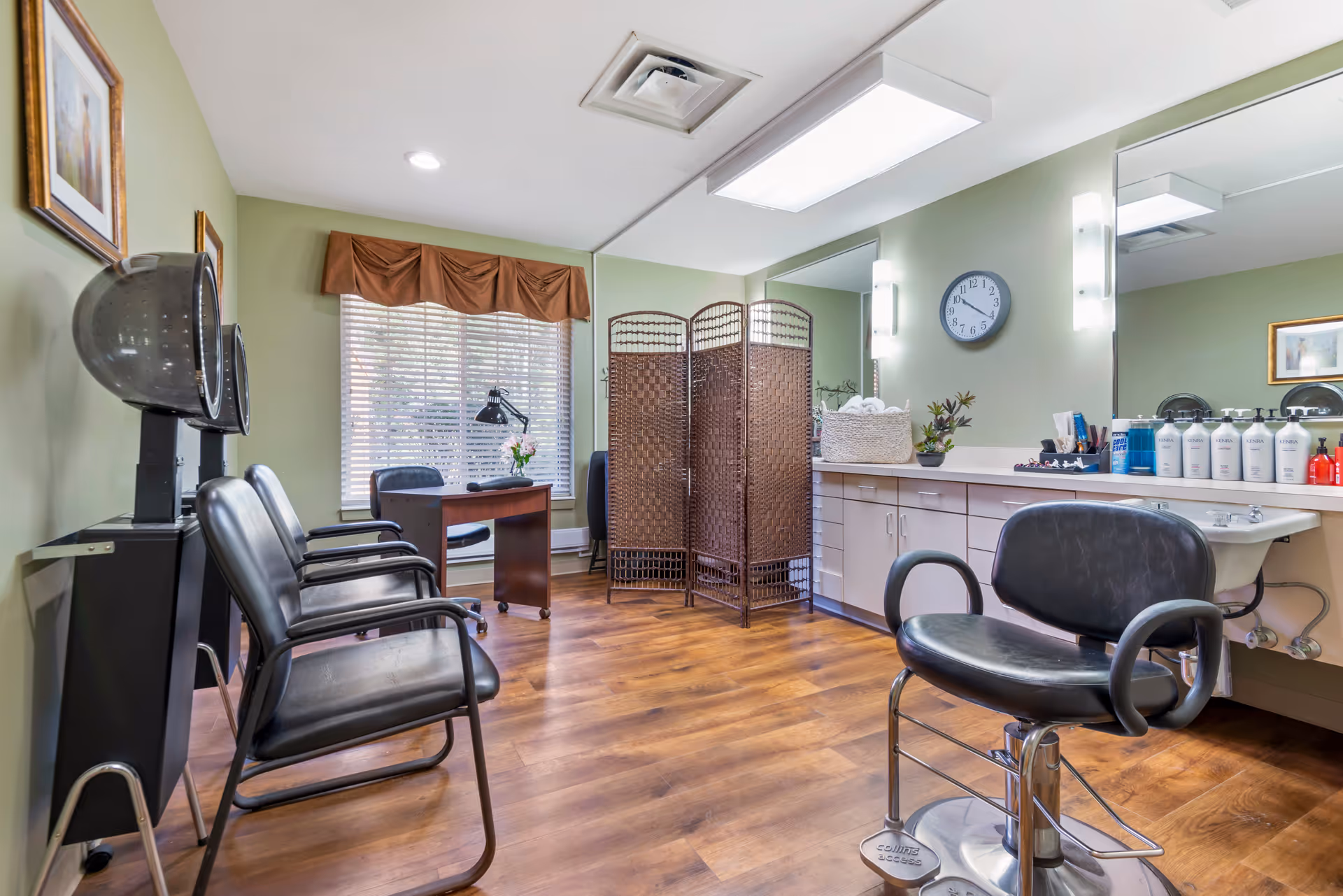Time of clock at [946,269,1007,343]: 10:20
